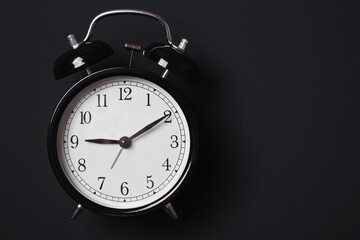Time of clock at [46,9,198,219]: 9:09
